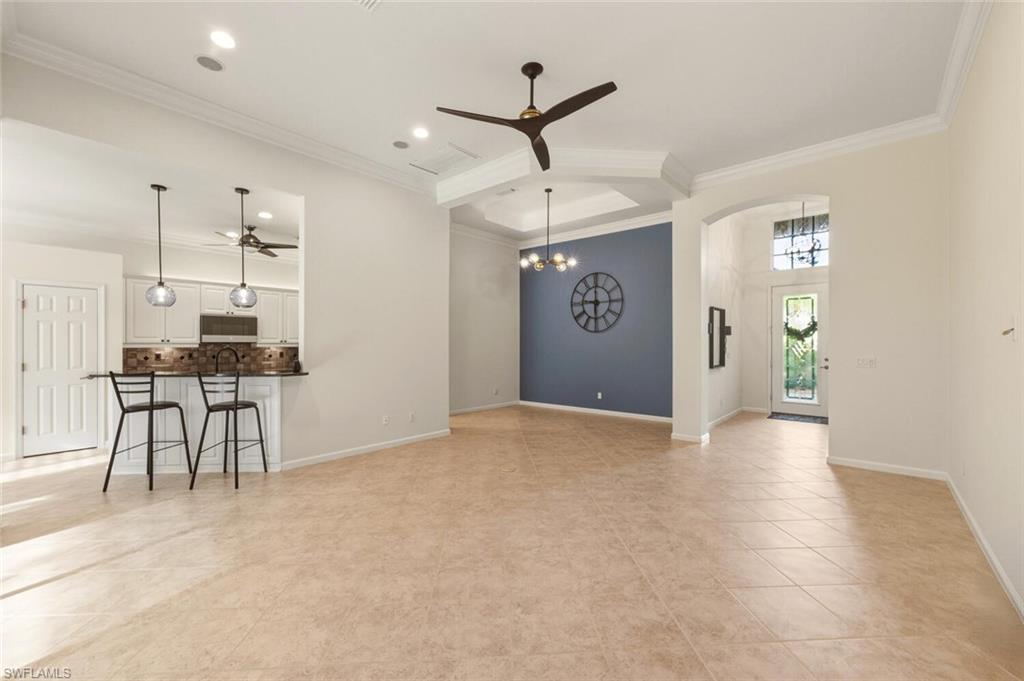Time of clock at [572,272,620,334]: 5:59
